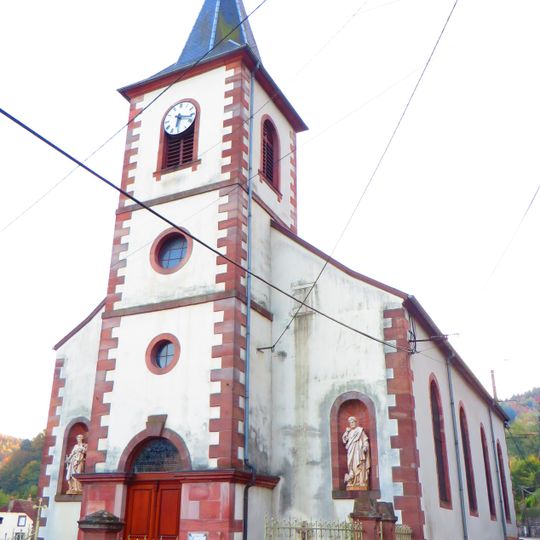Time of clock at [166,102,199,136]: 6:17
